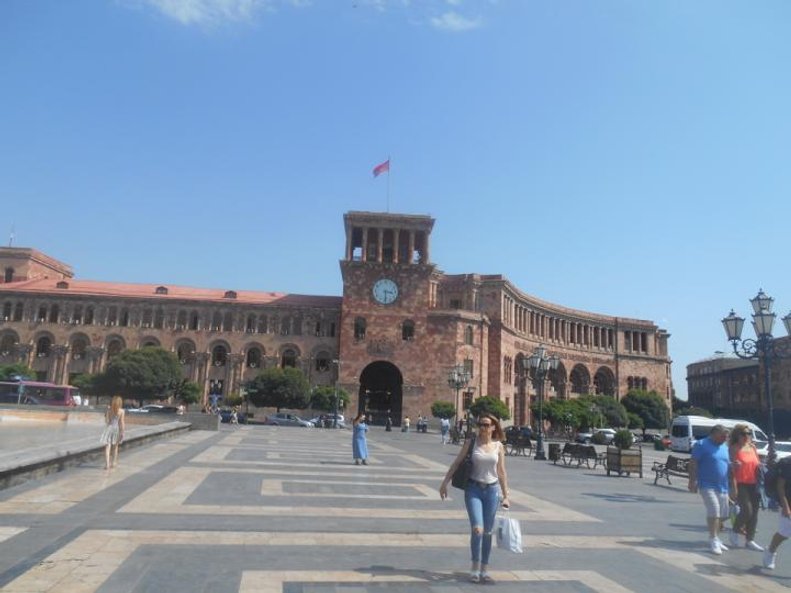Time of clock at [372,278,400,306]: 3:30
